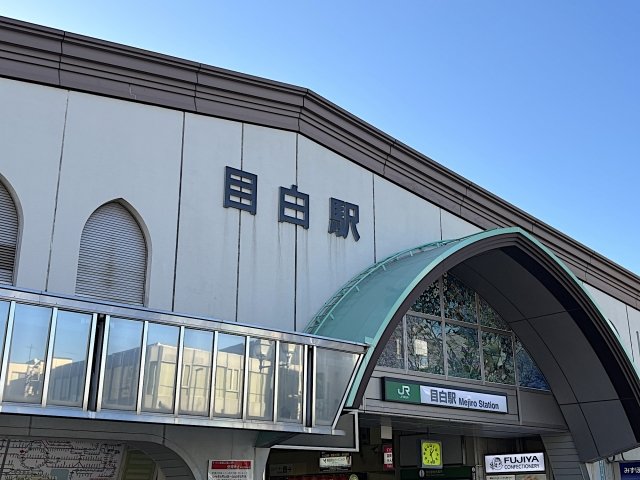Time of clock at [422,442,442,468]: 1:26
